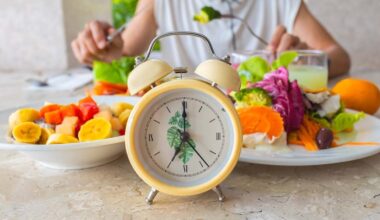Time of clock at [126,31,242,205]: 7:00
